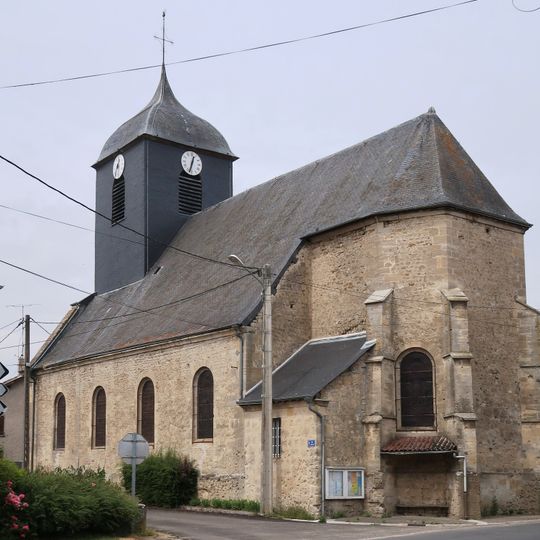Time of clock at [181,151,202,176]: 12:32
